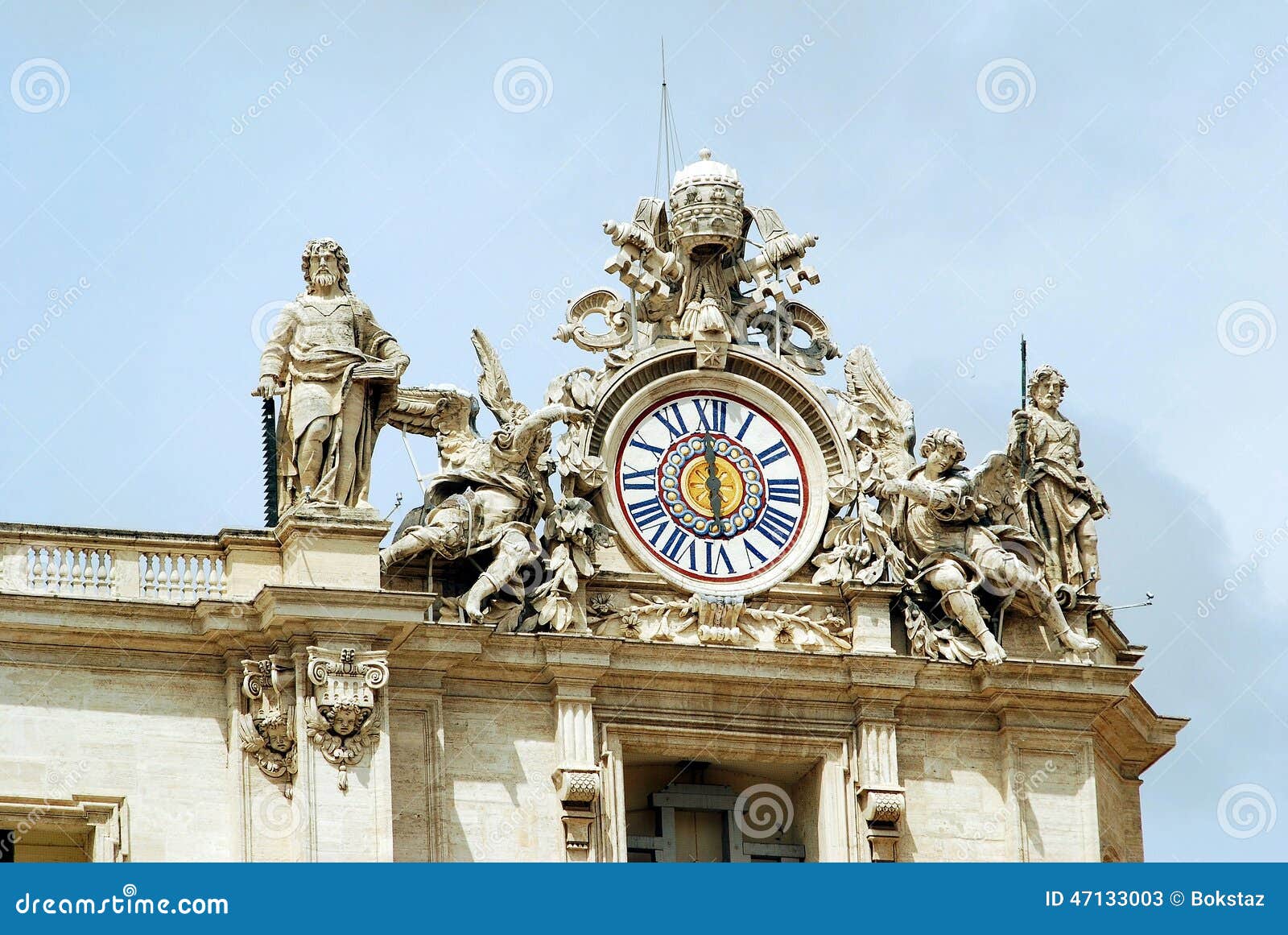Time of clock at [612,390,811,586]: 5:59
